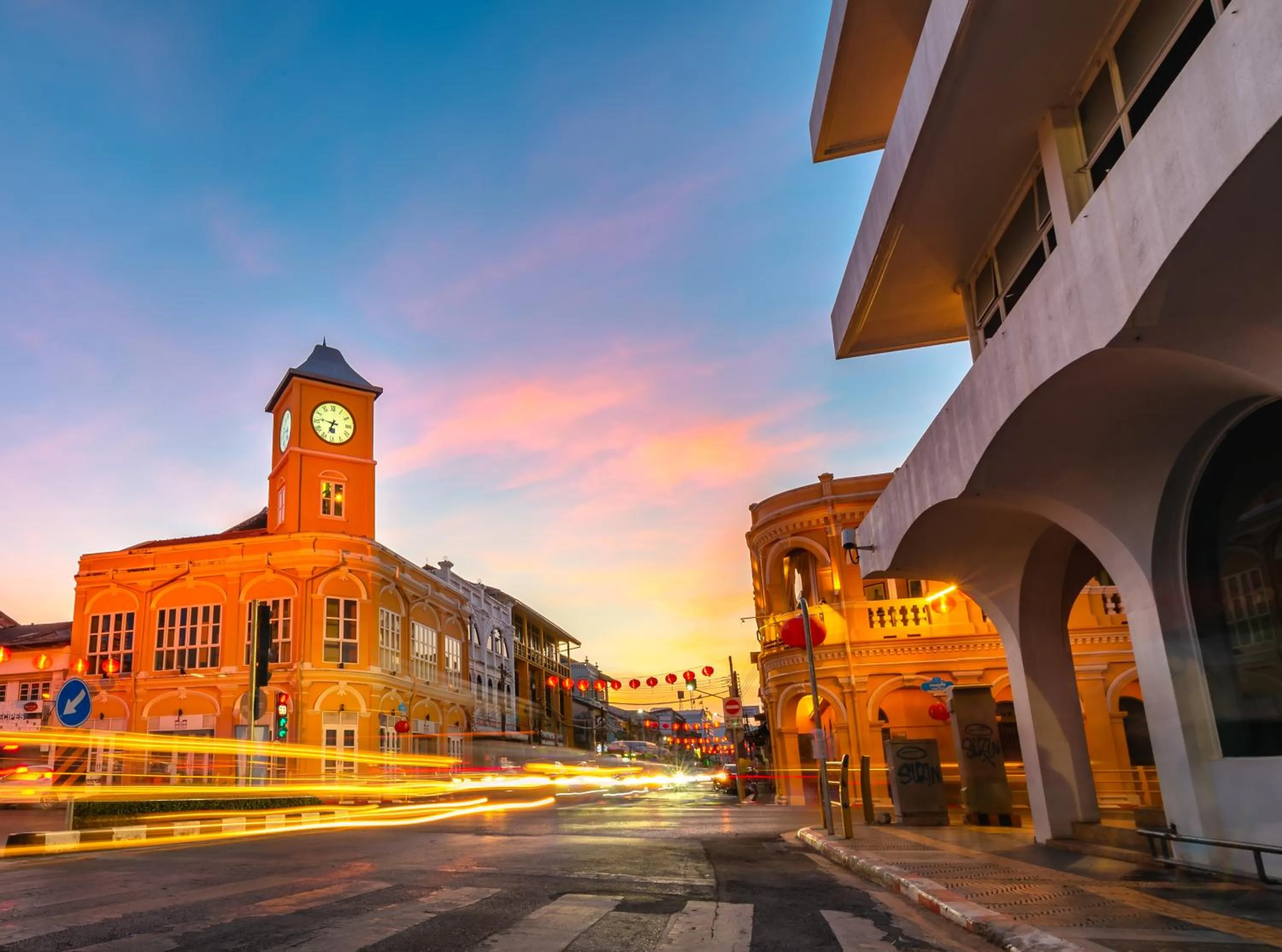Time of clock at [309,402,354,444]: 6:46
